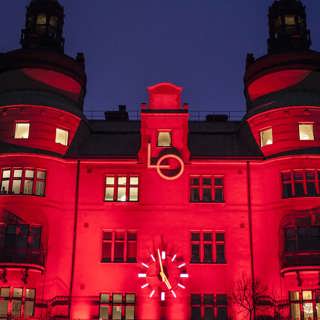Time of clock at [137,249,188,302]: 4:58
